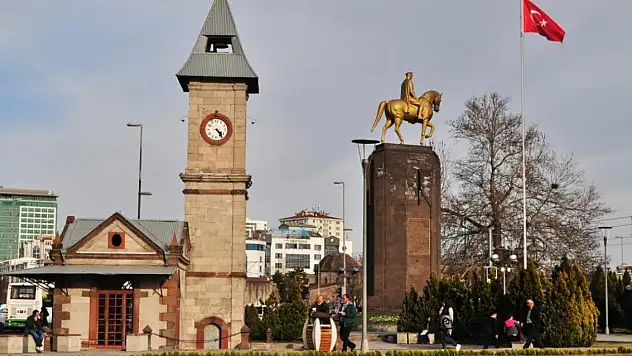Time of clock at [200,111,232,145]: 4:23
